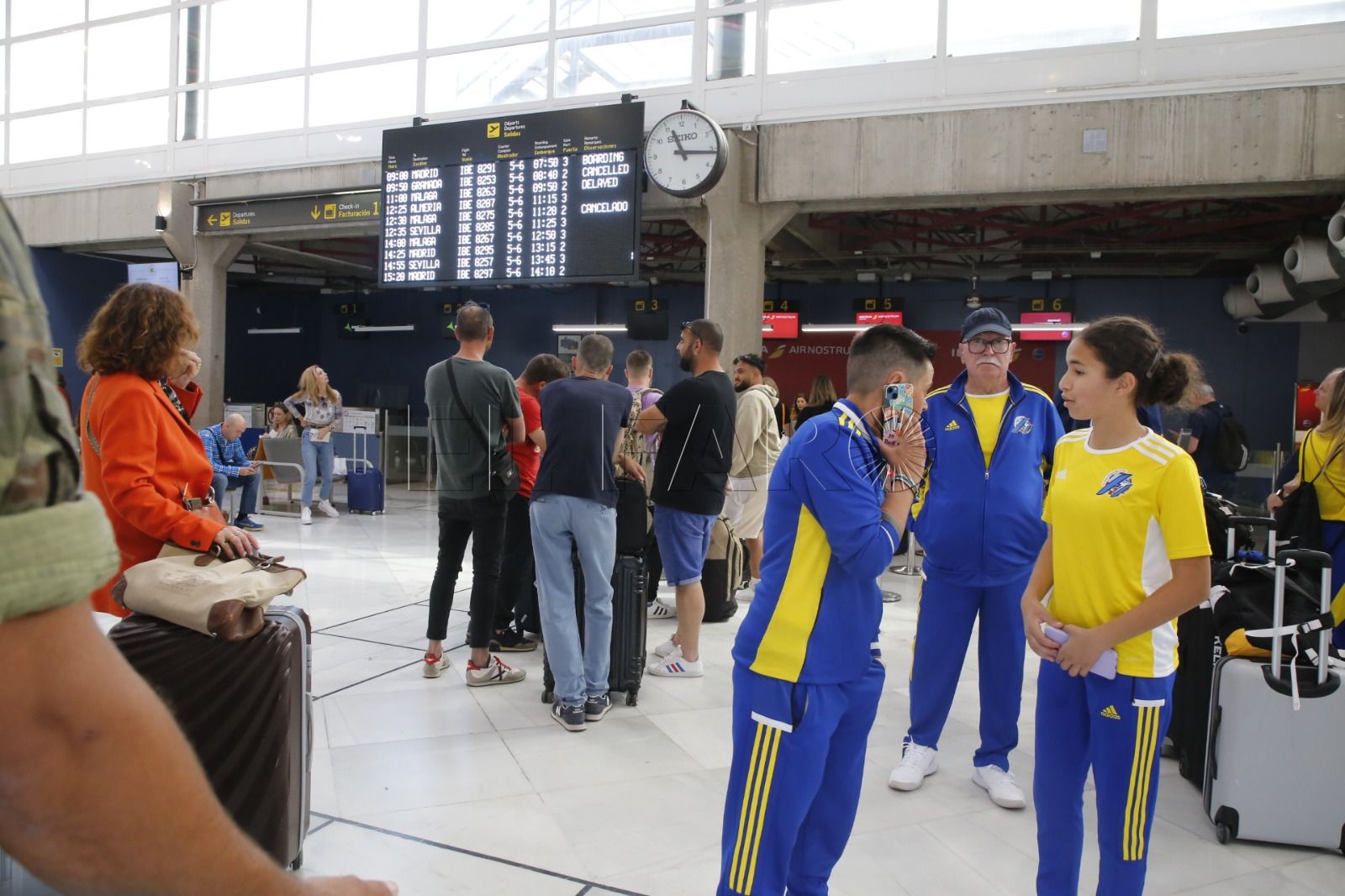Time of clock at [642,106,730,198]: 11:16
